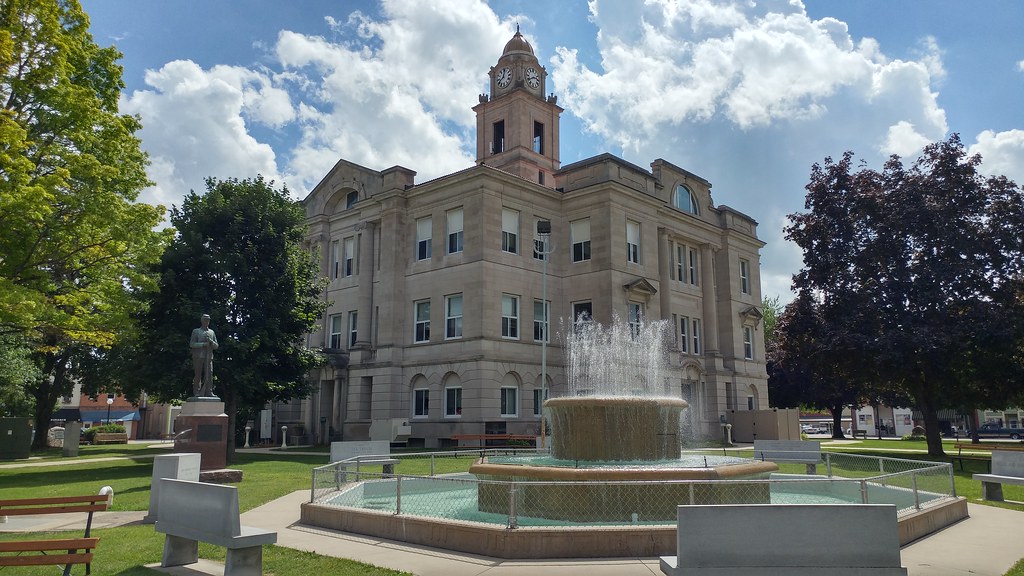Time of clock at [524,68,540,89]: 2:40
